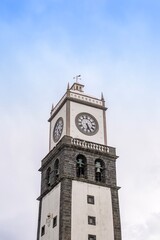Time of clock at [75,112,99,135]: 5:26
